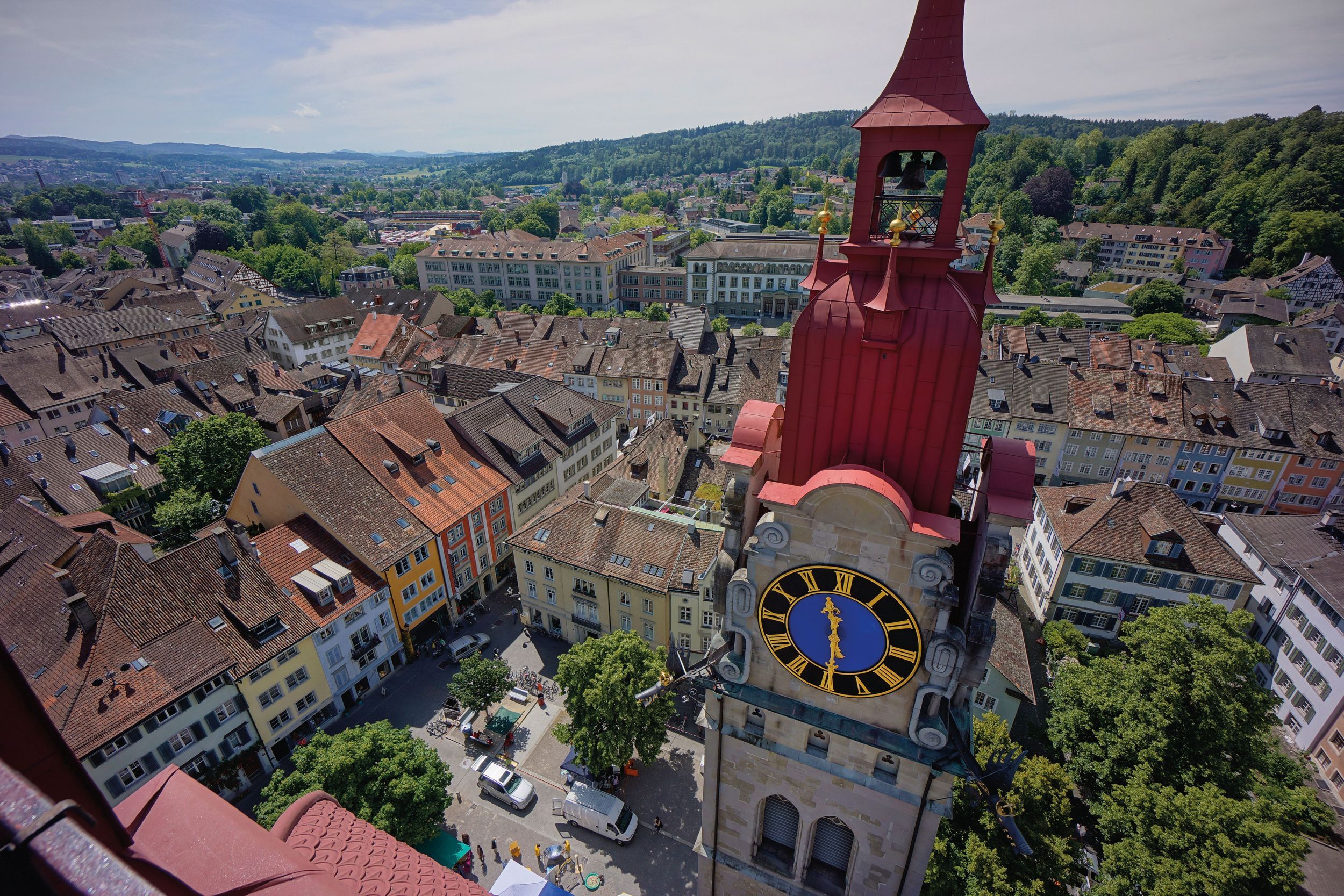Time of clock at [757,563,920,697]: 11:29
